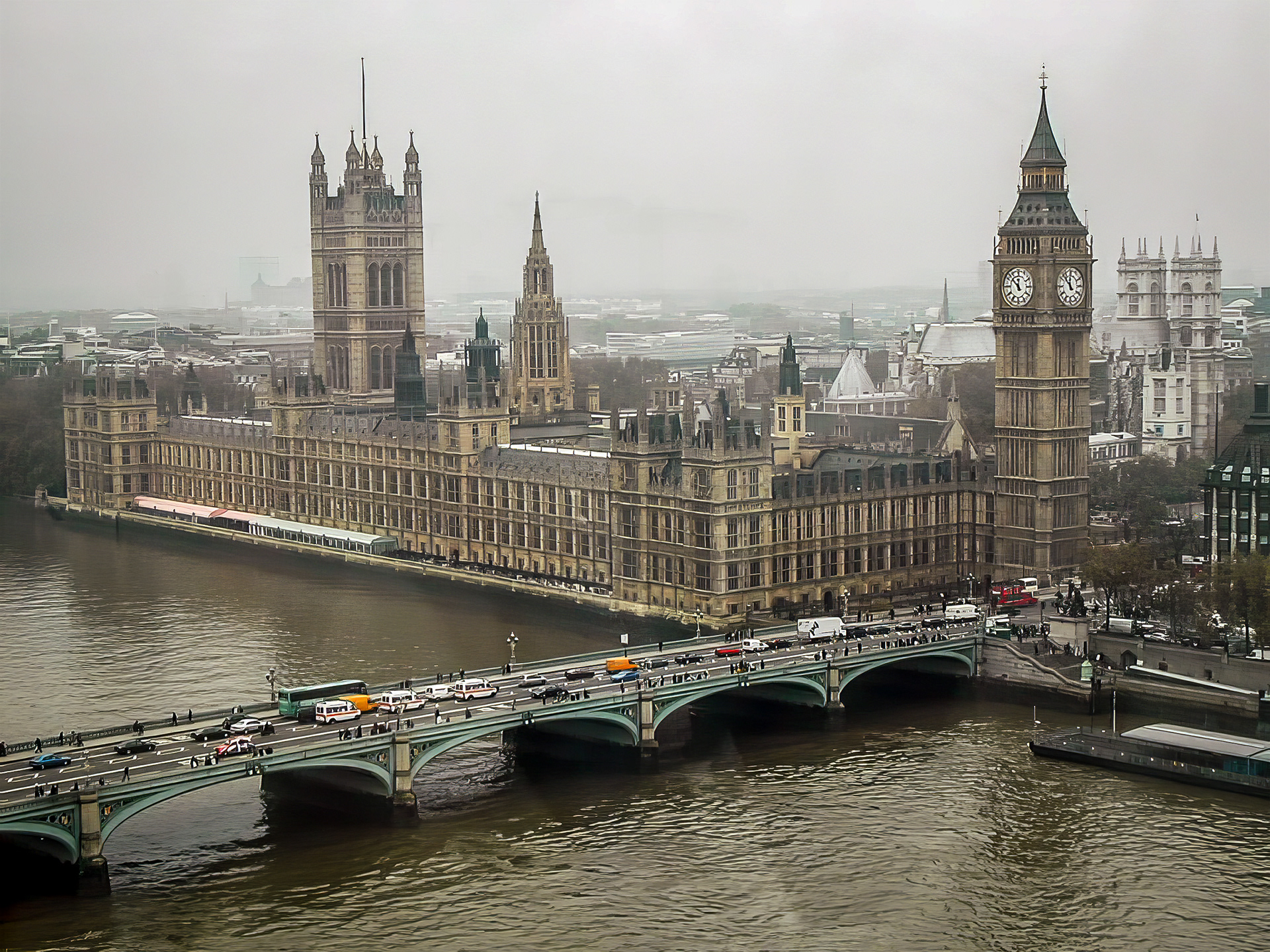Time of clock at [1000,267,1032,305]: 11:52
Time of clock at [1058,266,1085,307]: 11:52
